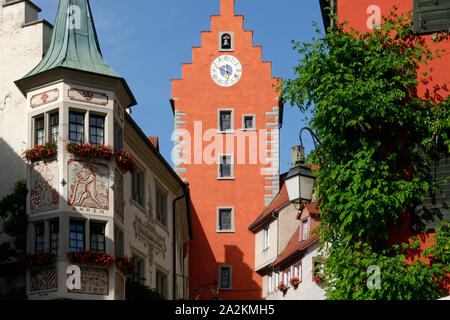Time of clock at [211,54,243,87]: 5:48
